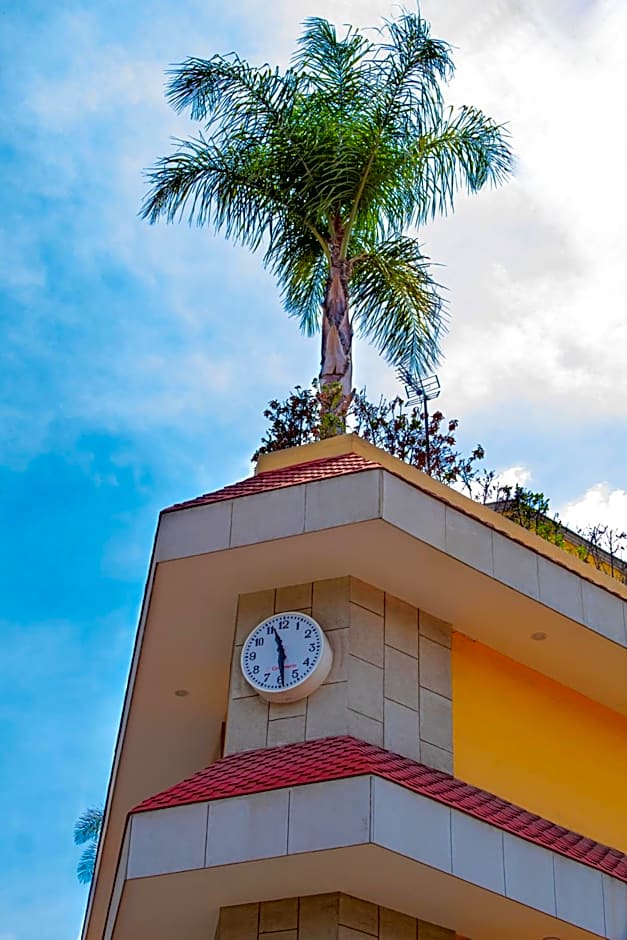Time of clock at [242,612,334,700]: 11:29
